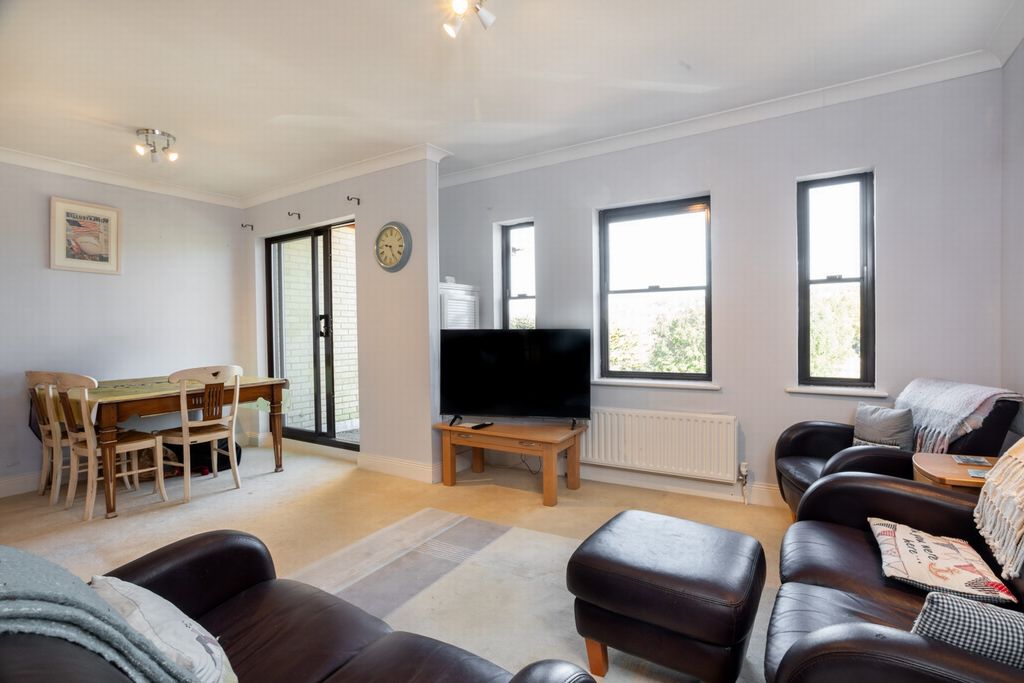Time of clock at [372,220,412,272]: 9:25
